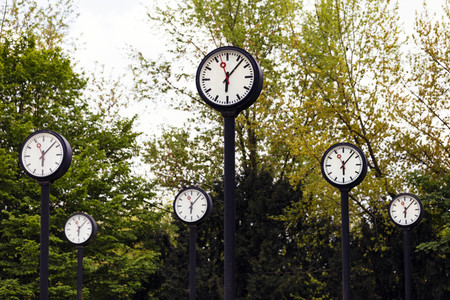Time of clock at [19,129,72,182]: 6:07
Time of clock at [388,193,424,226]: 6:07
